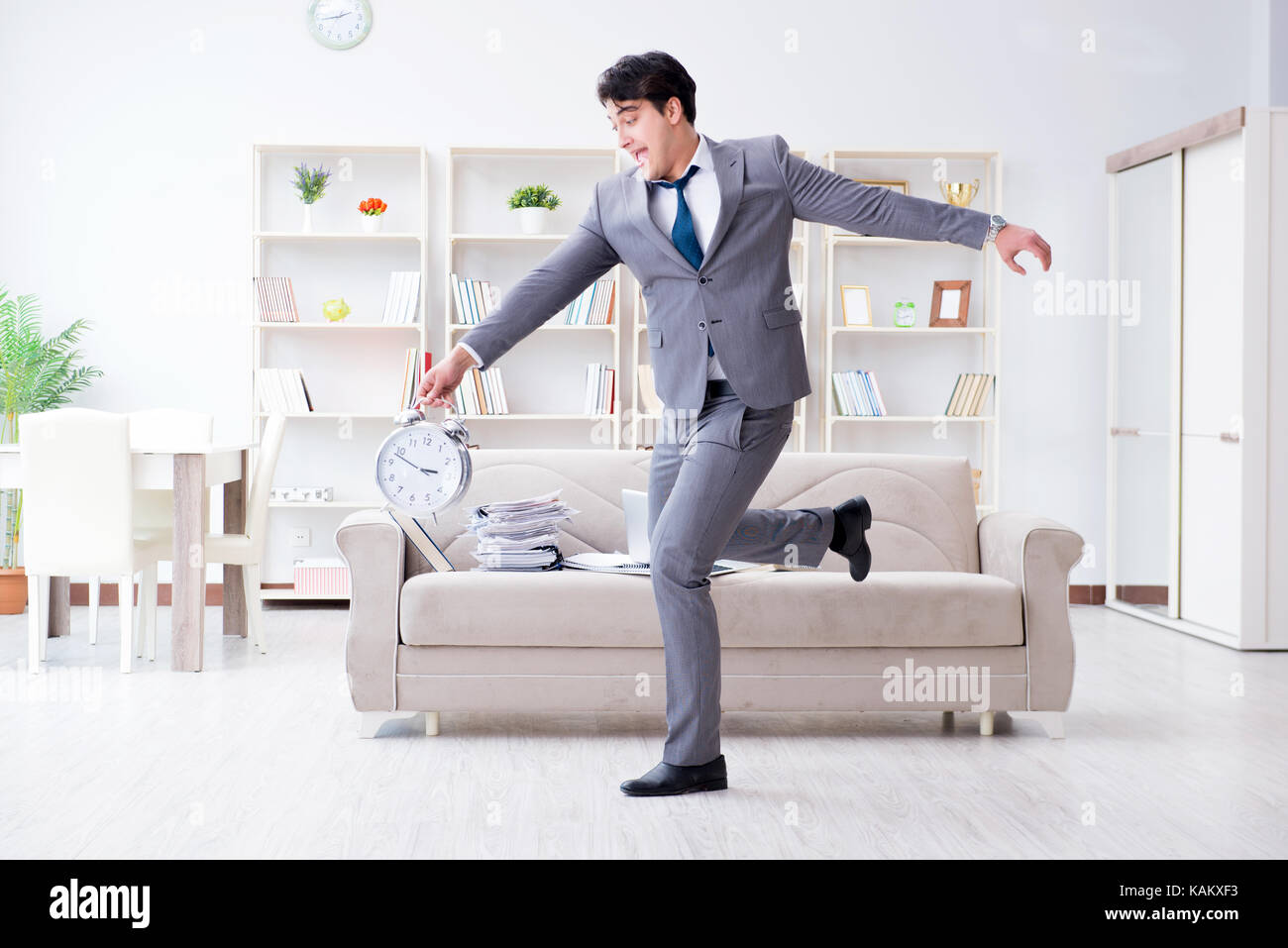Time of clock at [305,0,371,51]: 1:43
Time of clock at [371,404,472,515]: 2:48
